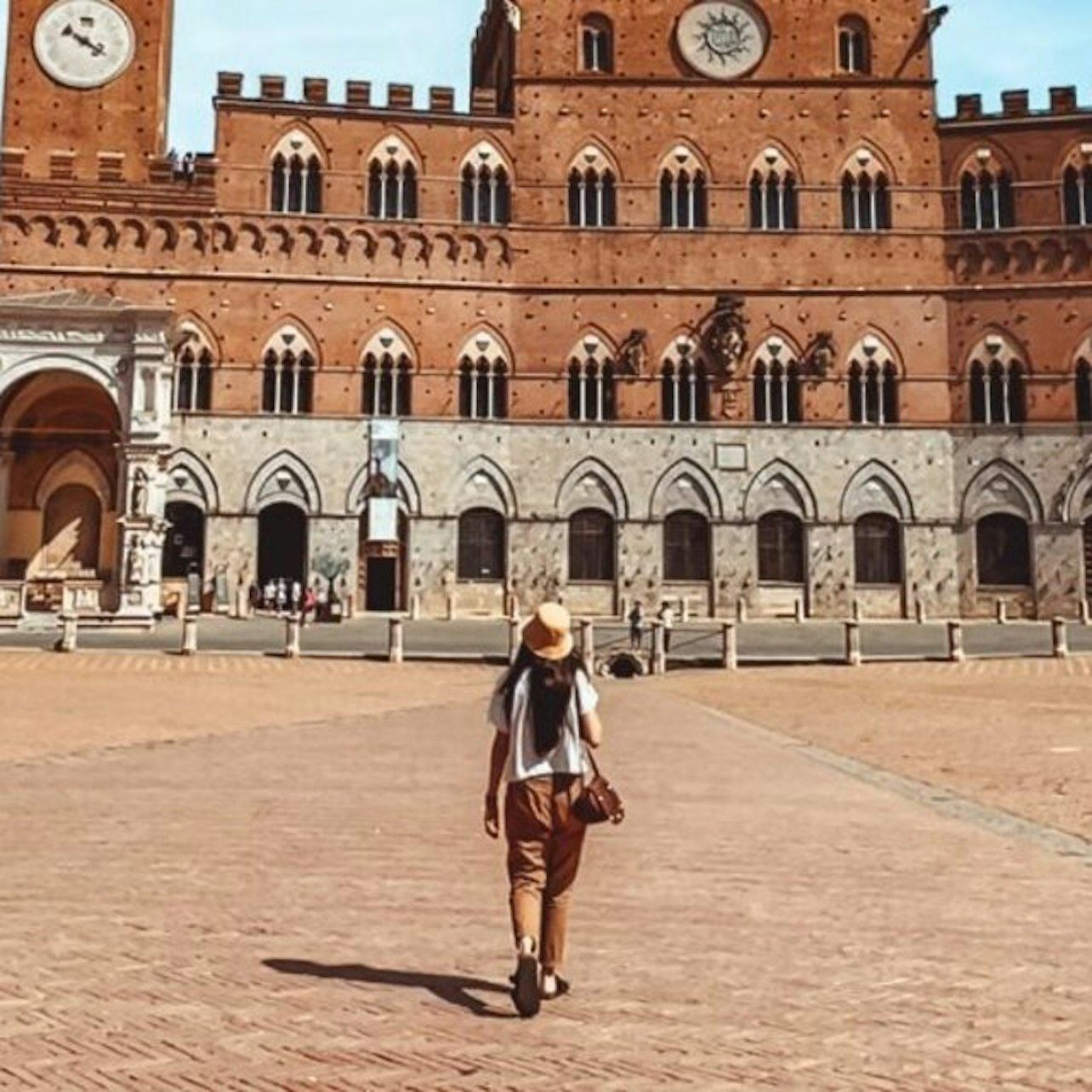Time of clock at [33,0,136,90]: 10:20
